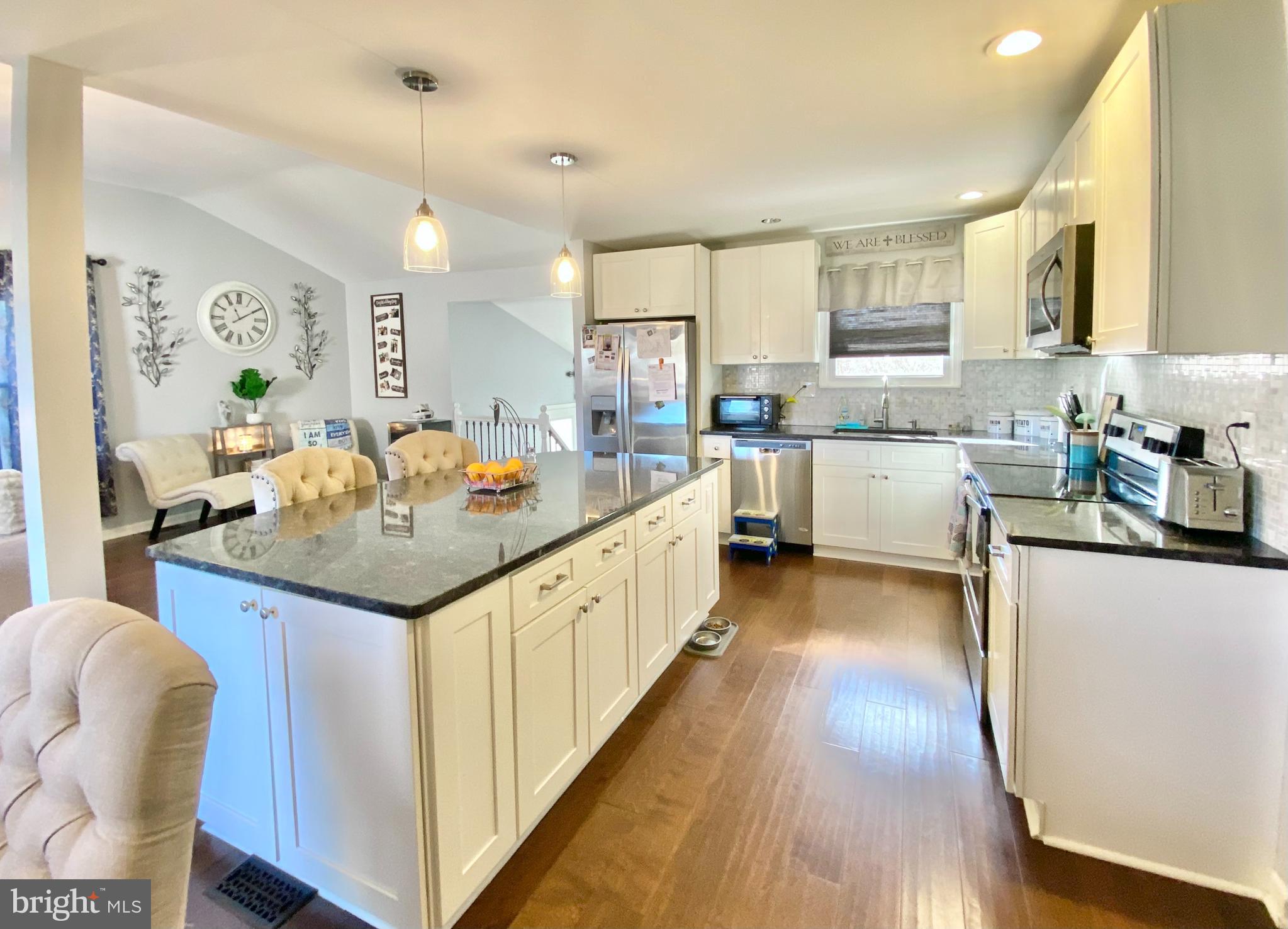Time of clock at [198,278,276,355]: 11:09
